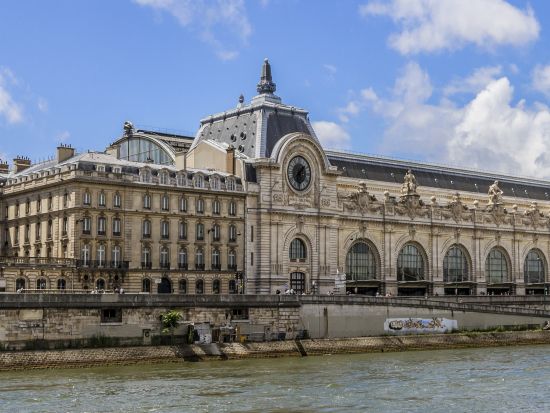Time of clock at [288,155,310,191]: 1:30
